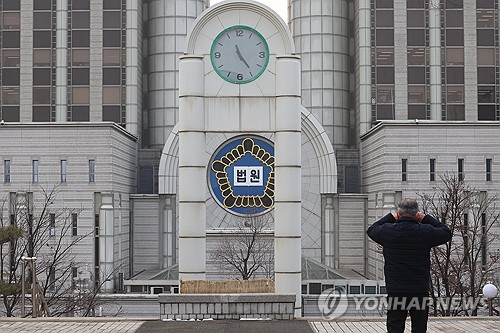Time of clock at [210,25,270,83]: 11:23
